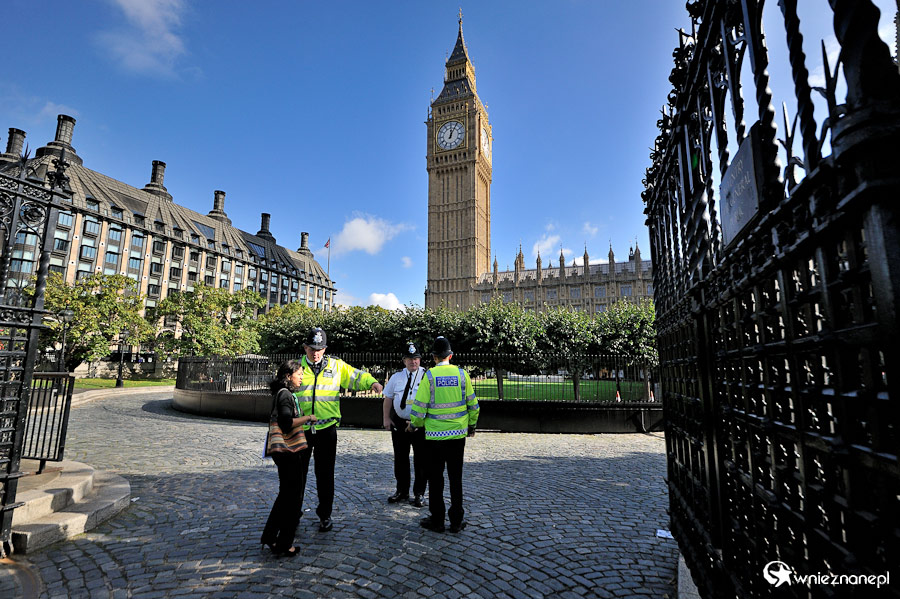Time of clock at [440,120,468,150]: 12:05
